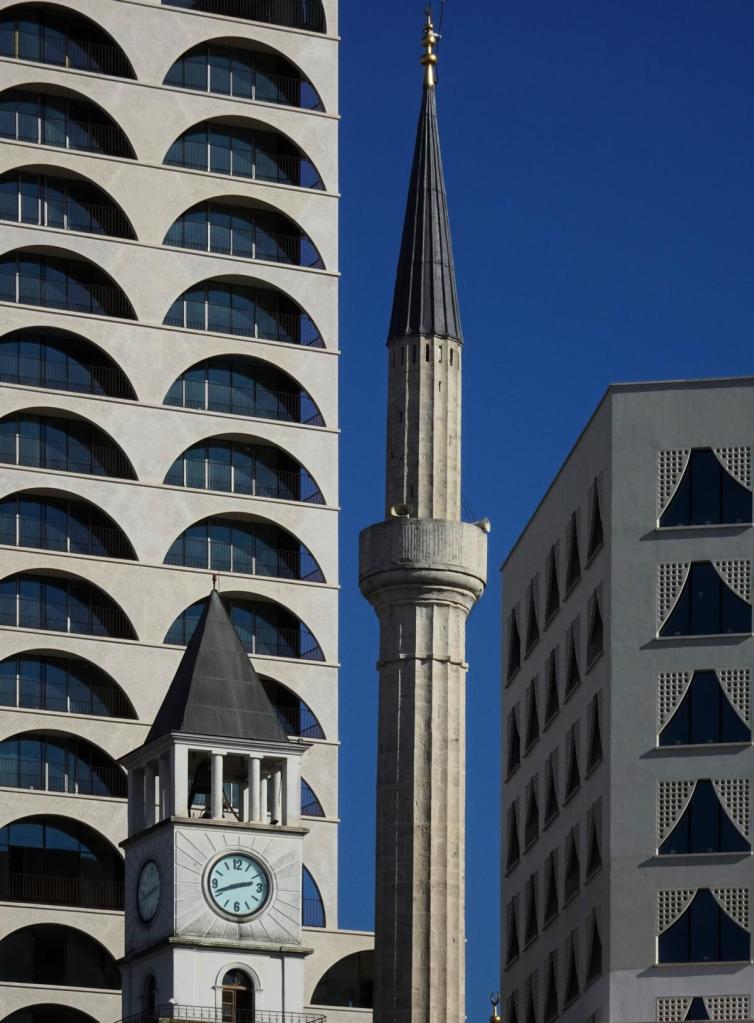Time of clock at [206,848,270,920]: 2:41
